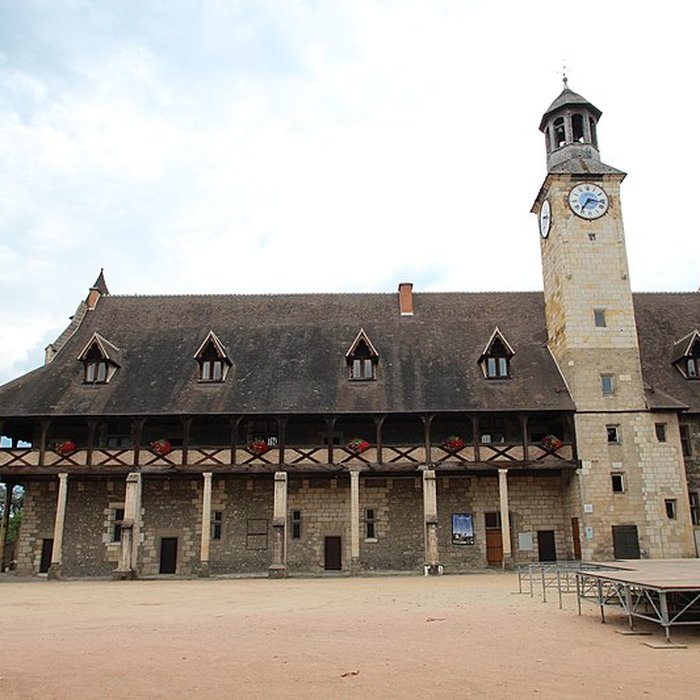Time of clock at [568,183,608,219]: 7:16
